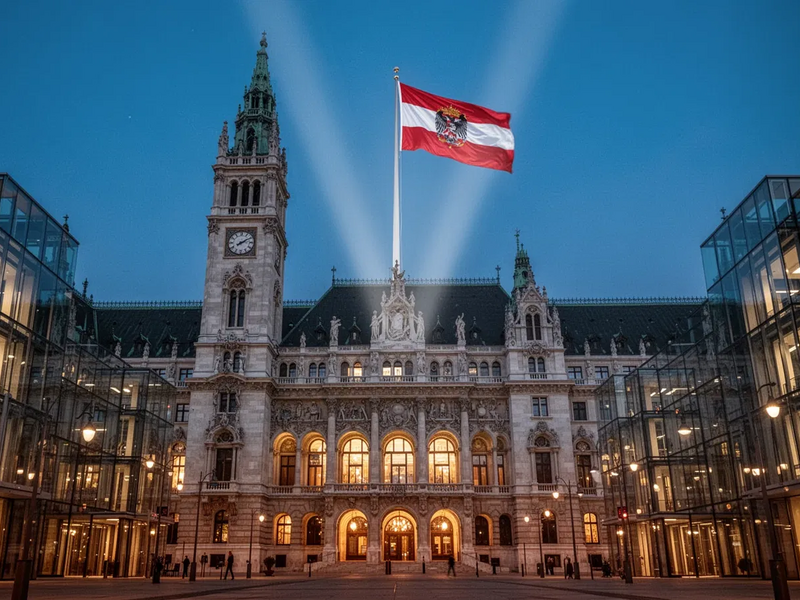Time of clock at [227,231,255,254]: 2:09
